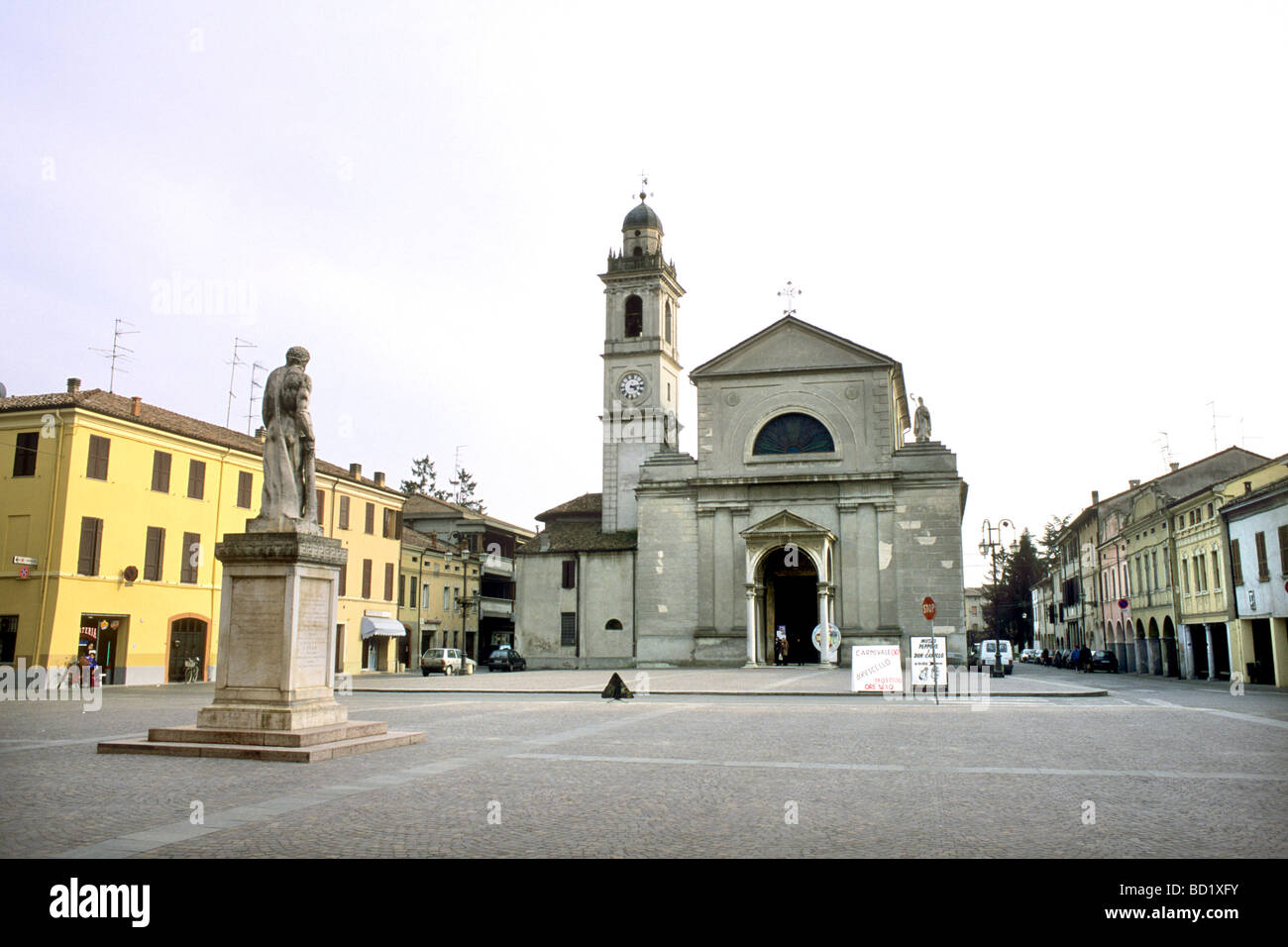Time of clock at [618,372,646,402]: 4:13
